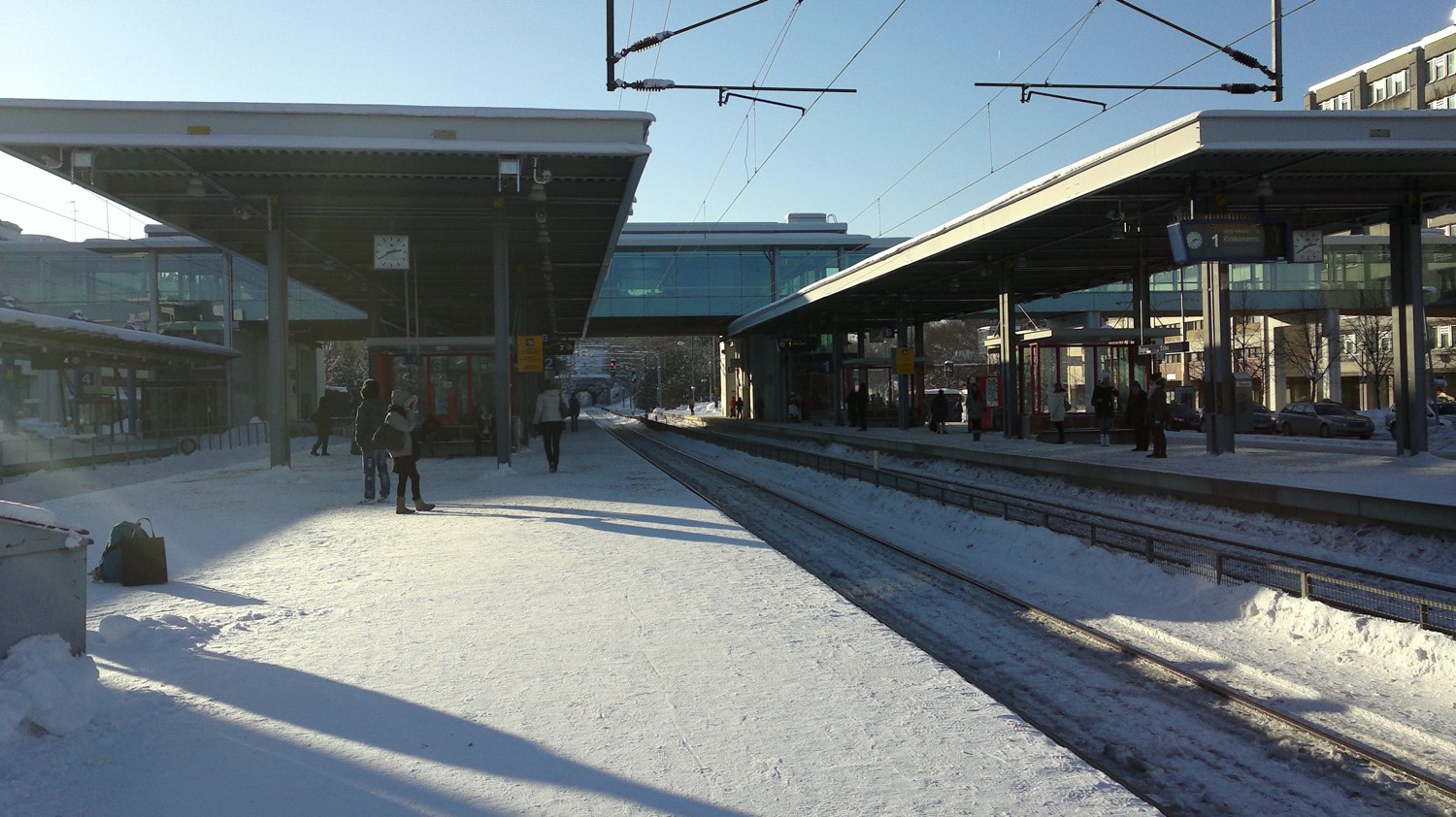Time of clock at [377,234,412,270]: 2:39
